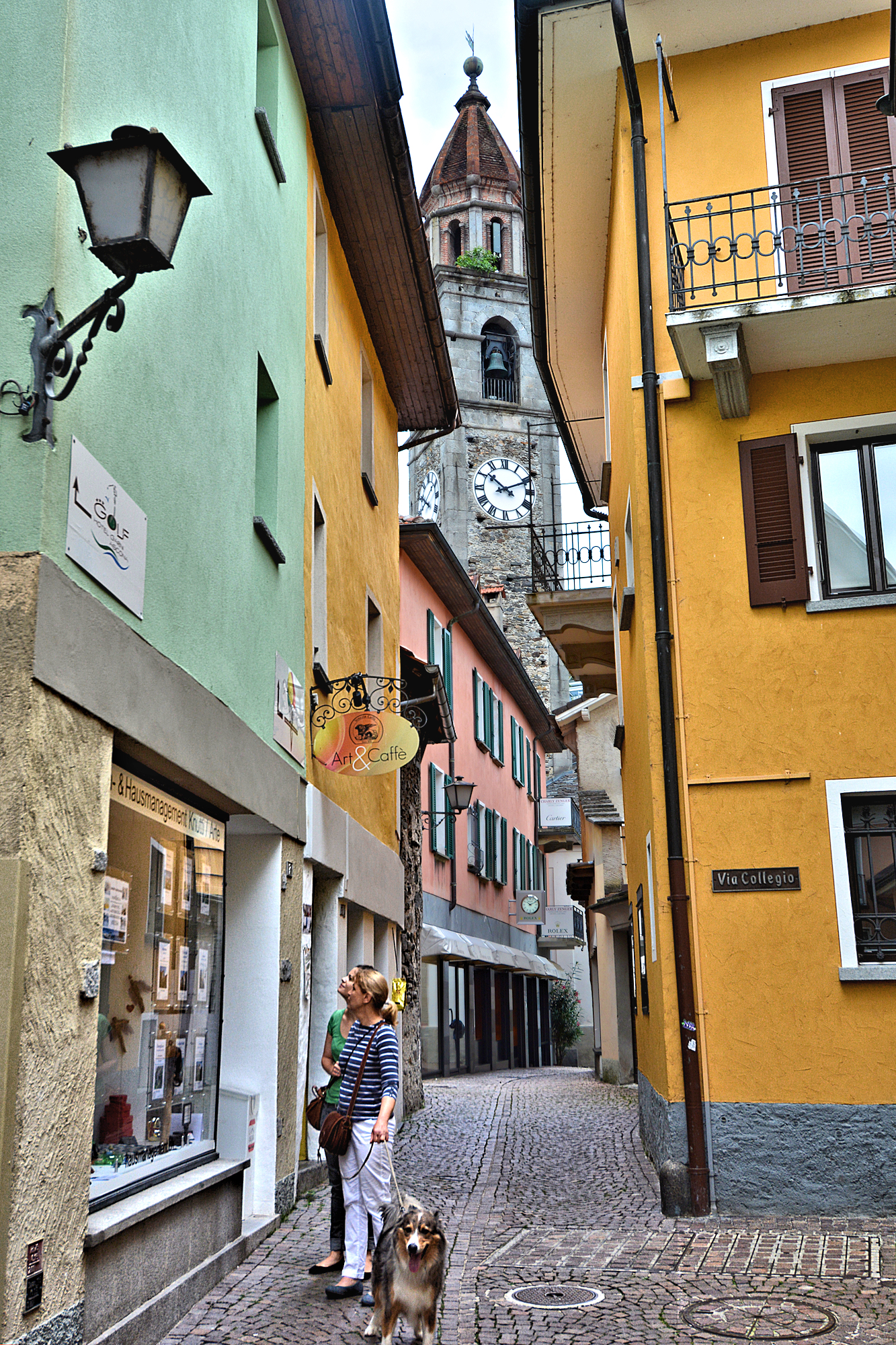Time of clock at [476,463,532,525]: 10:11
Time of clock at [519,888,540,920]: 10:10
